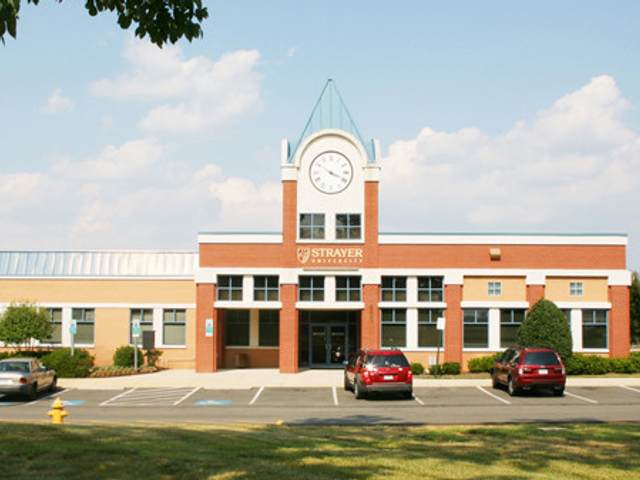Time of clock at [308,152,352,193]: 3:50
